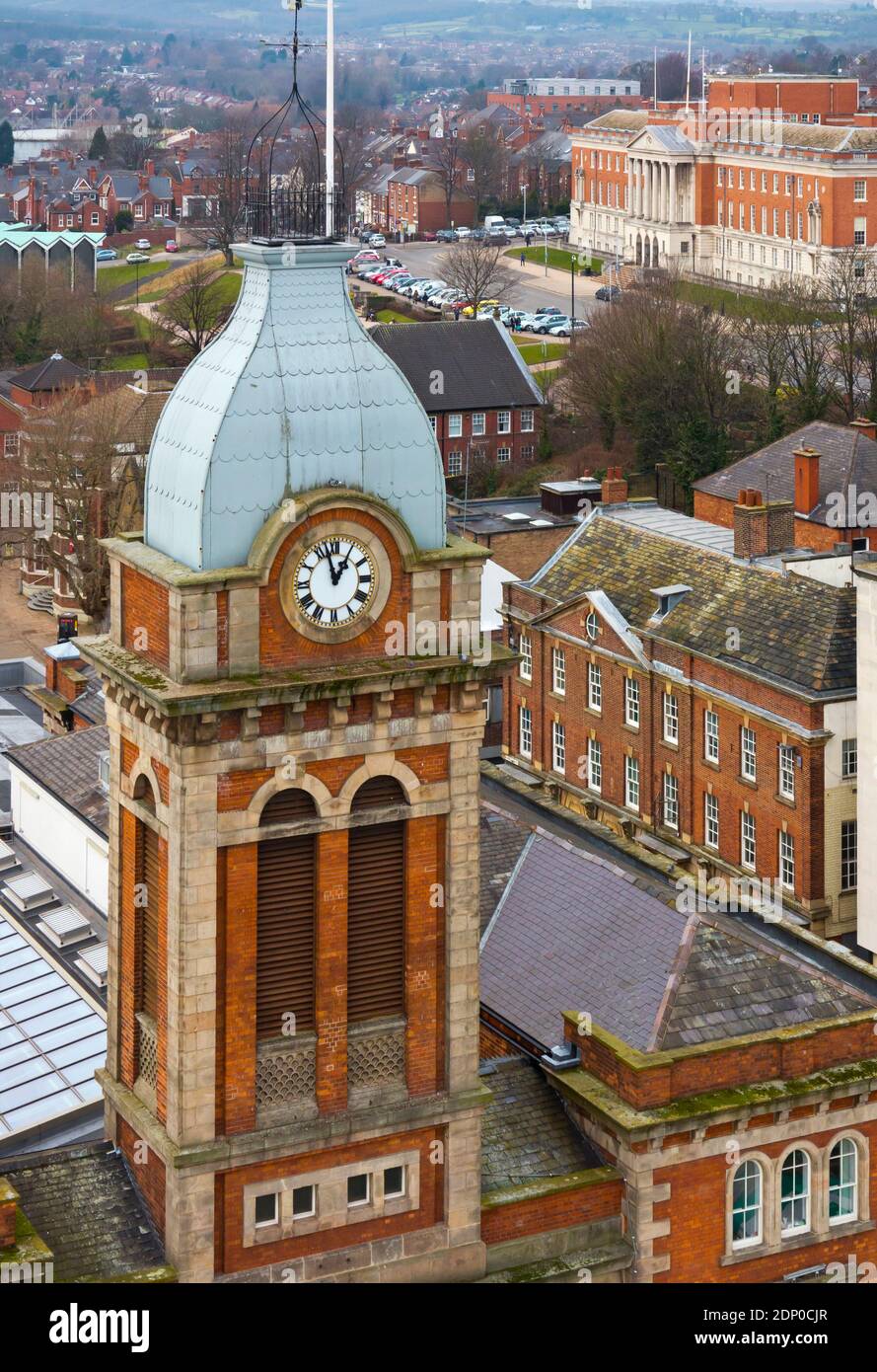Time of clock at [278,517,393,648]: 12:57
